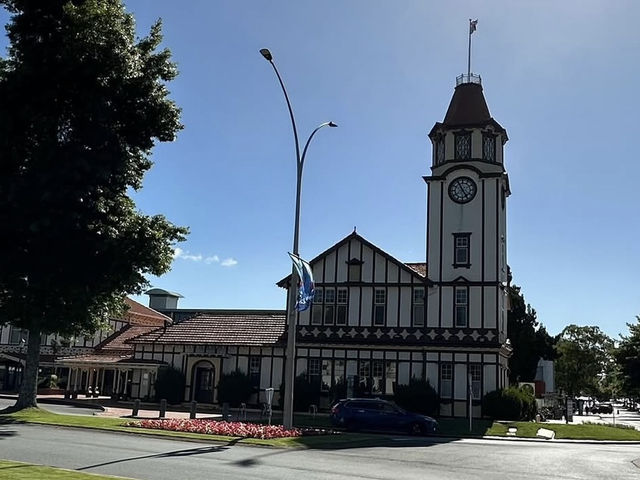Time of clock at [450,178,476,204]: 4:55
